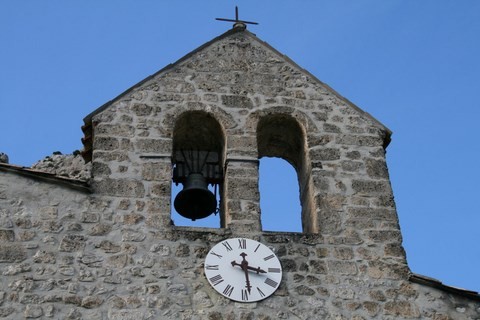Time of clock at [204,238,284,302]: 3:28
